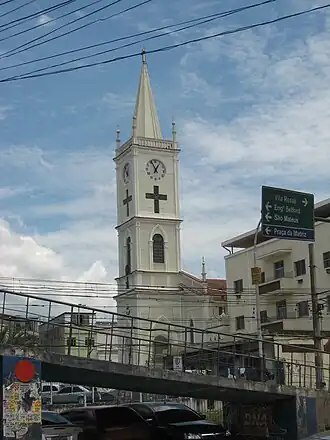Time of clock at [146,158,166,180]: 12:55
